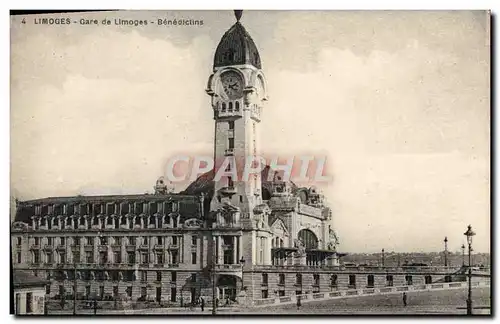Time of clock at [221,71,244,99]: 2:21
